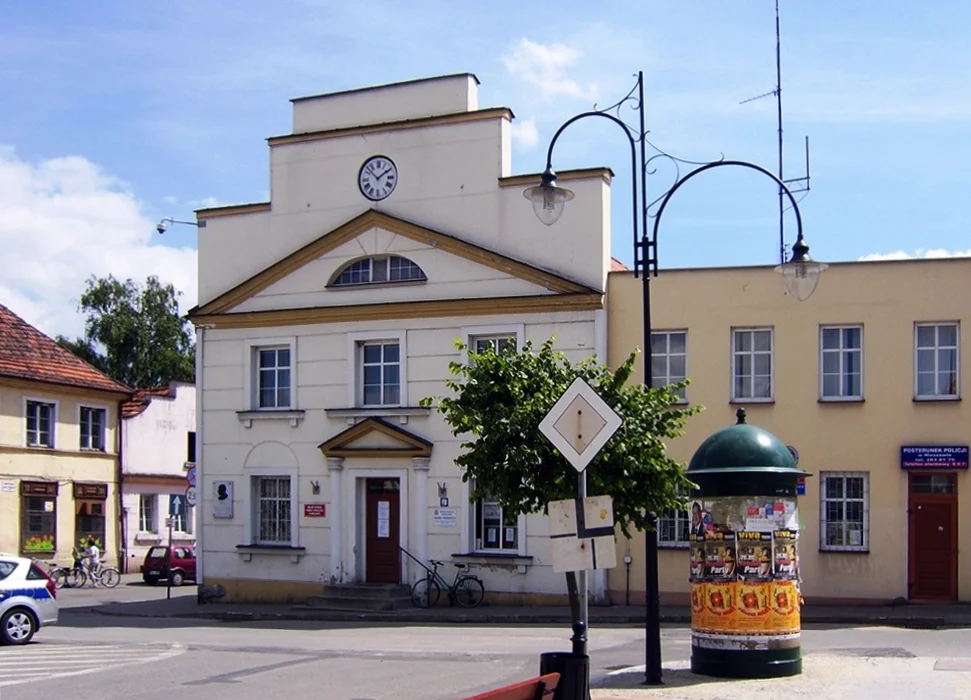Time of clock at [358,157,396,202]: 1:52
